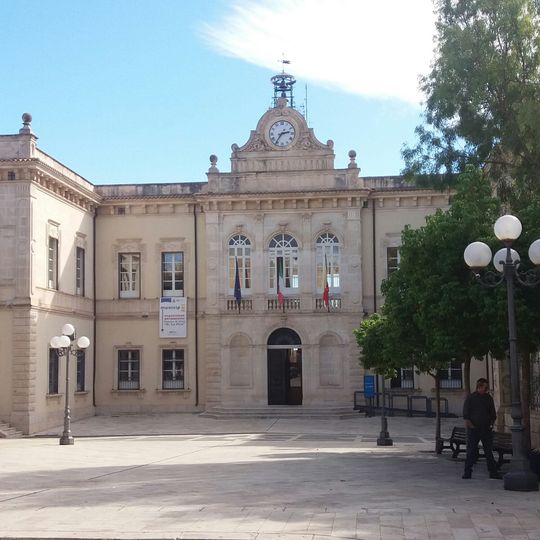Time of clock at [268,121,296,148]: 2:36
